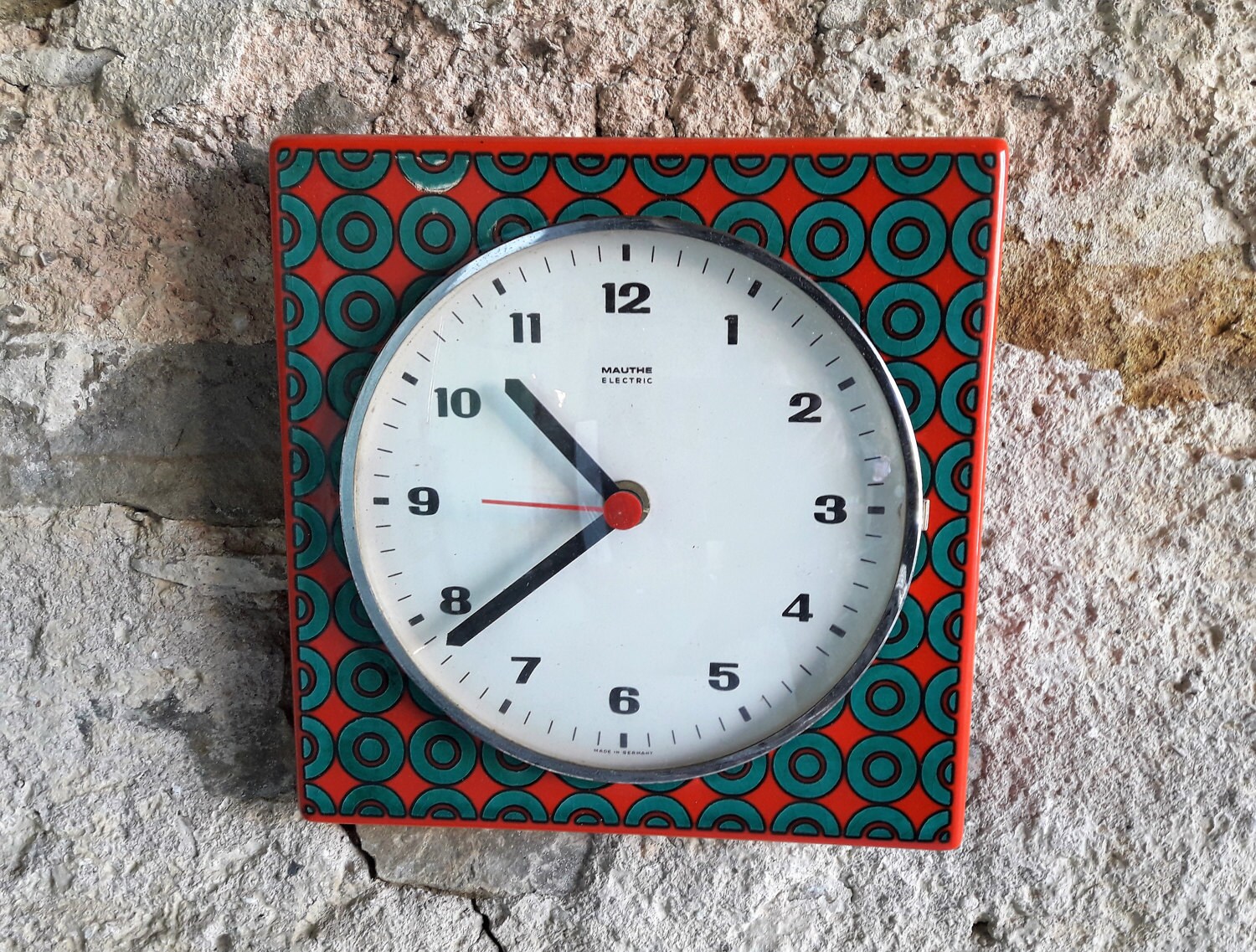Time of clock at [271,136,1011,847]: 10:38
